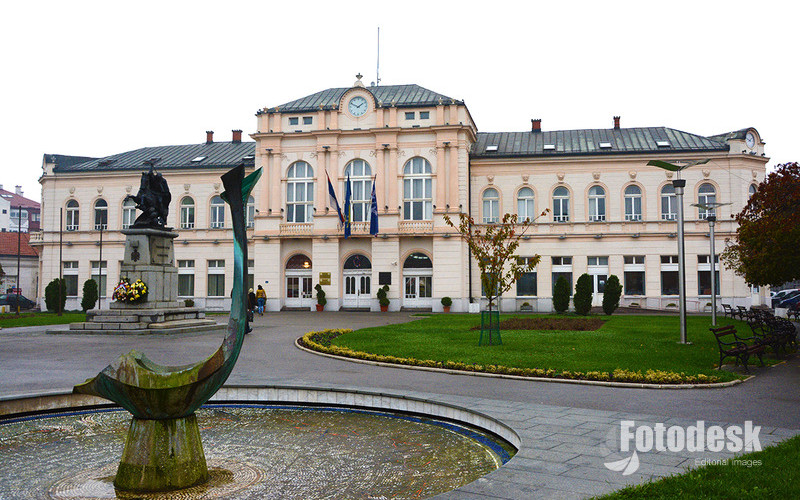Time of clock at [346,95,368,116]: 1:49
